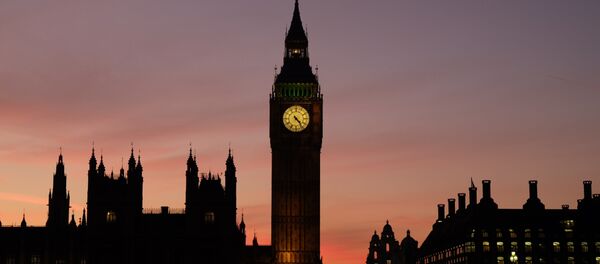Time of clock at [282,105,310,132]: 4:23
